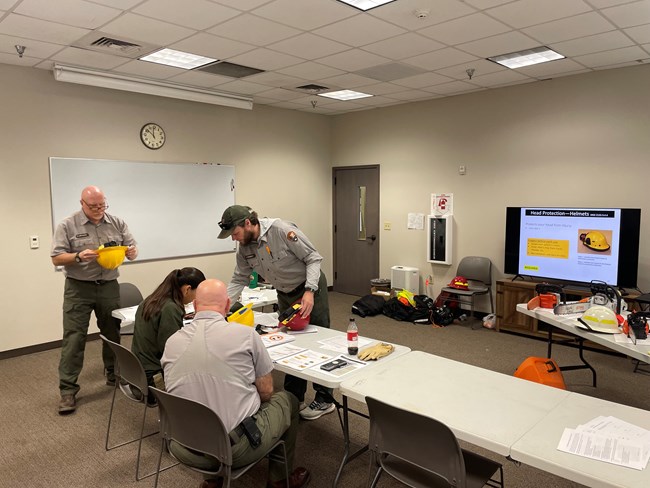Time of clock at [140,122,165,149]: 11:51
